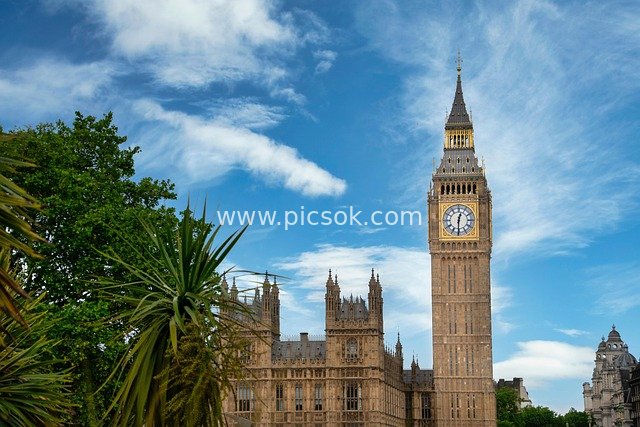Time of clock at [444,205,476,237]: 12:30
